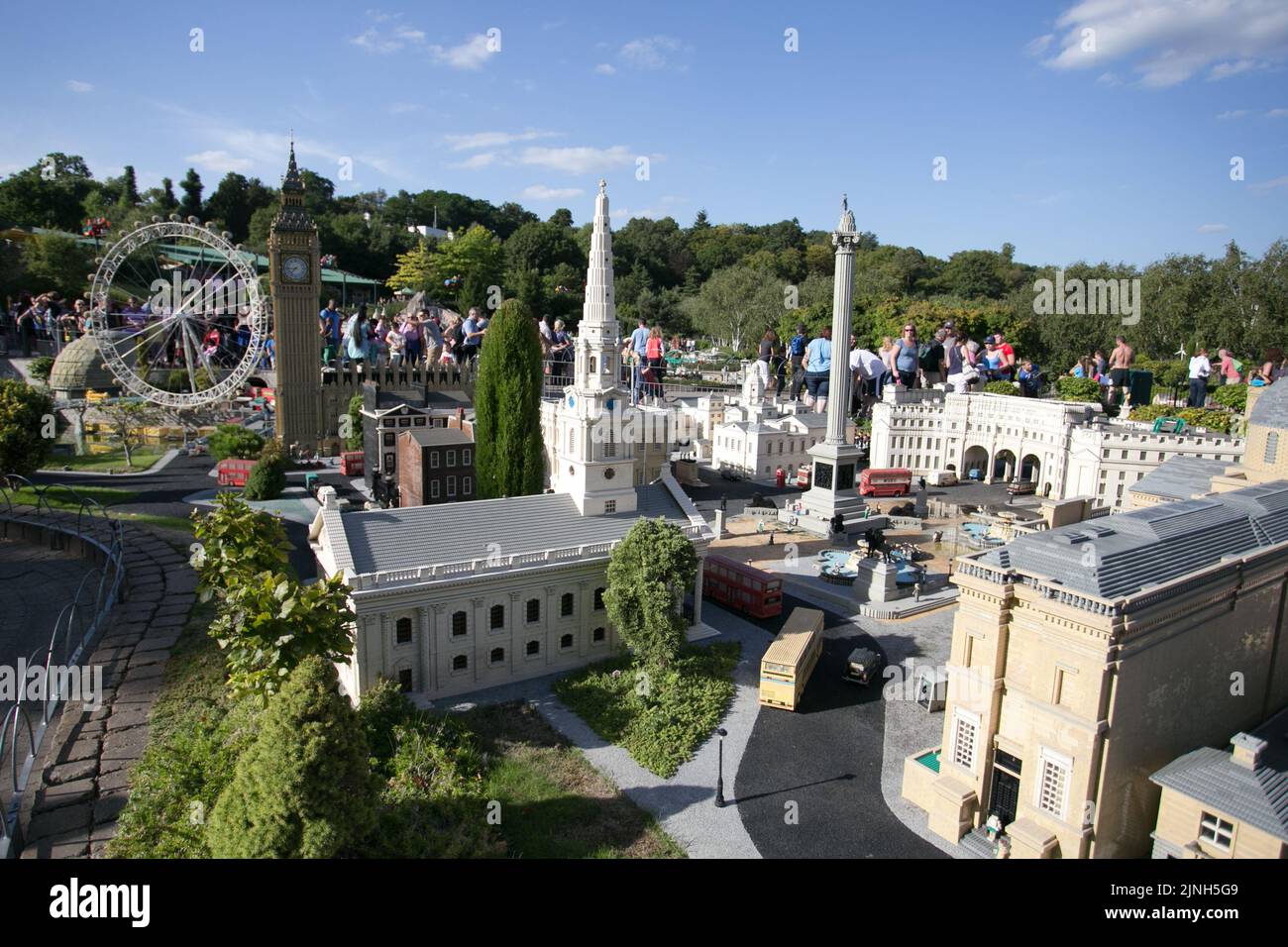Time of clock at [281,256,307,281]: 7:44
